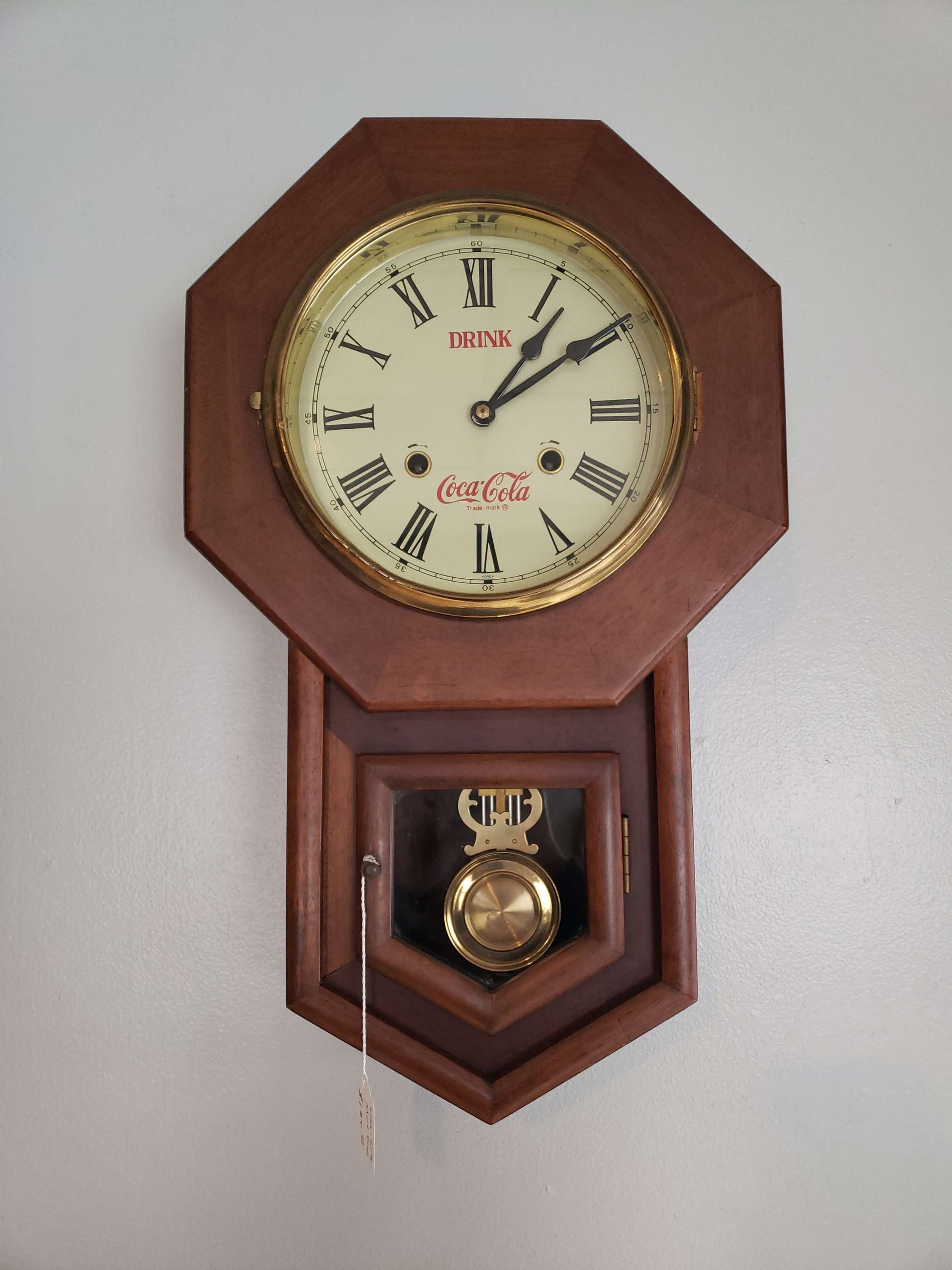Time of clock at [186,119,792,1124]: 1:09
